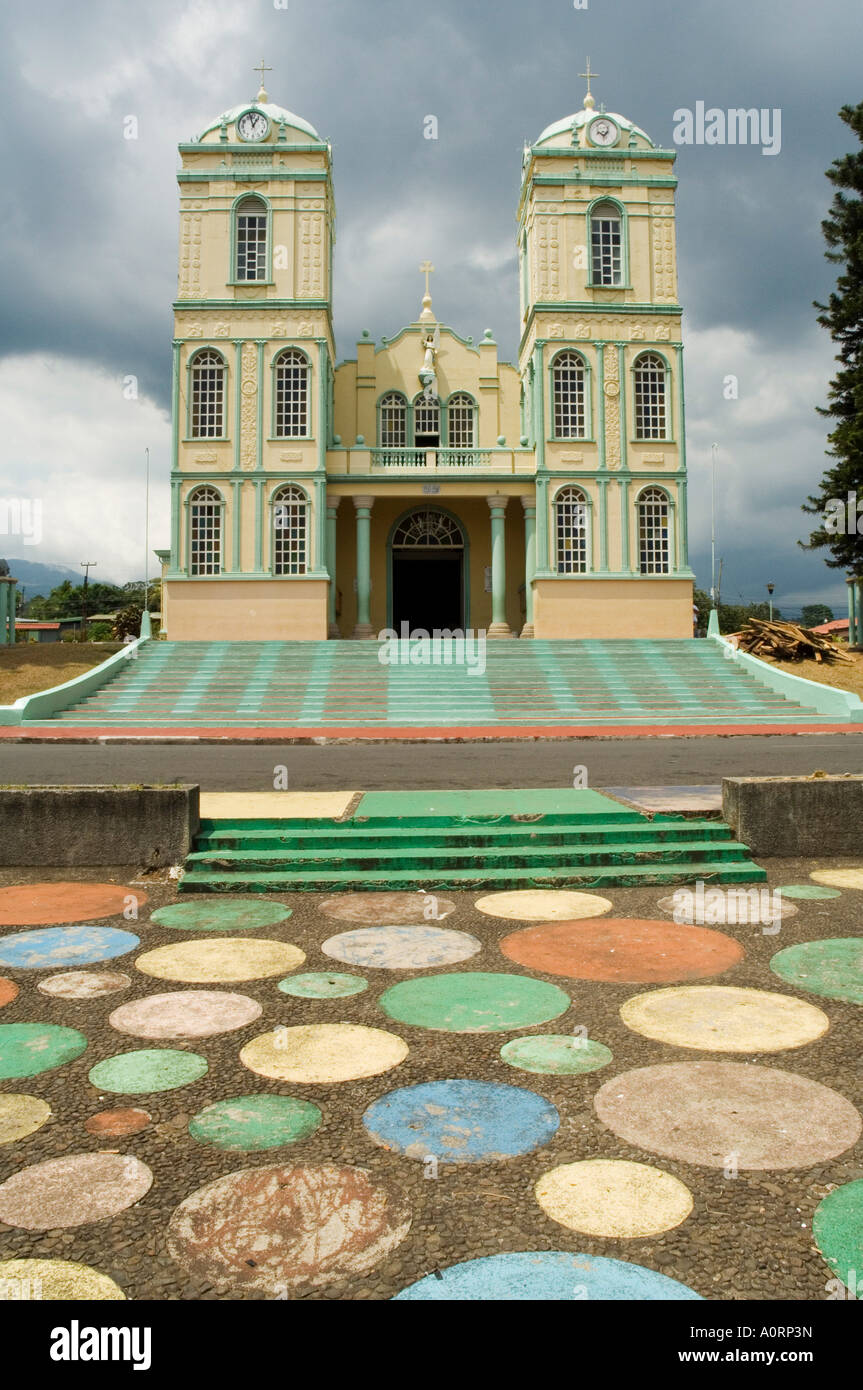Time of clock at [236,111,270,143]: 12:57
